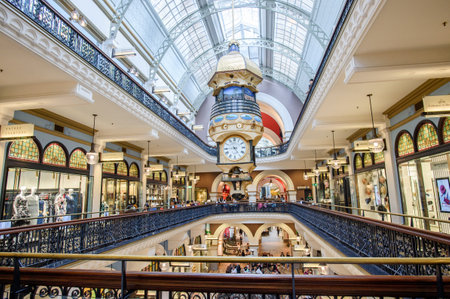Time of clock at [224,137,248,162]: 4:44
